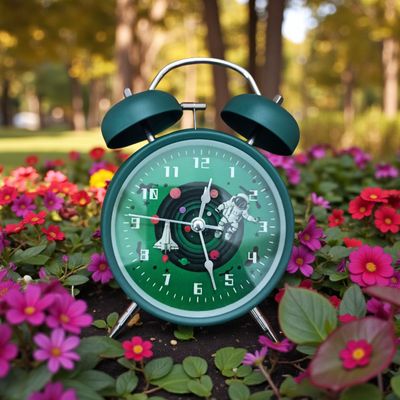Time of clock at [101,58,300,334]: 12:27
